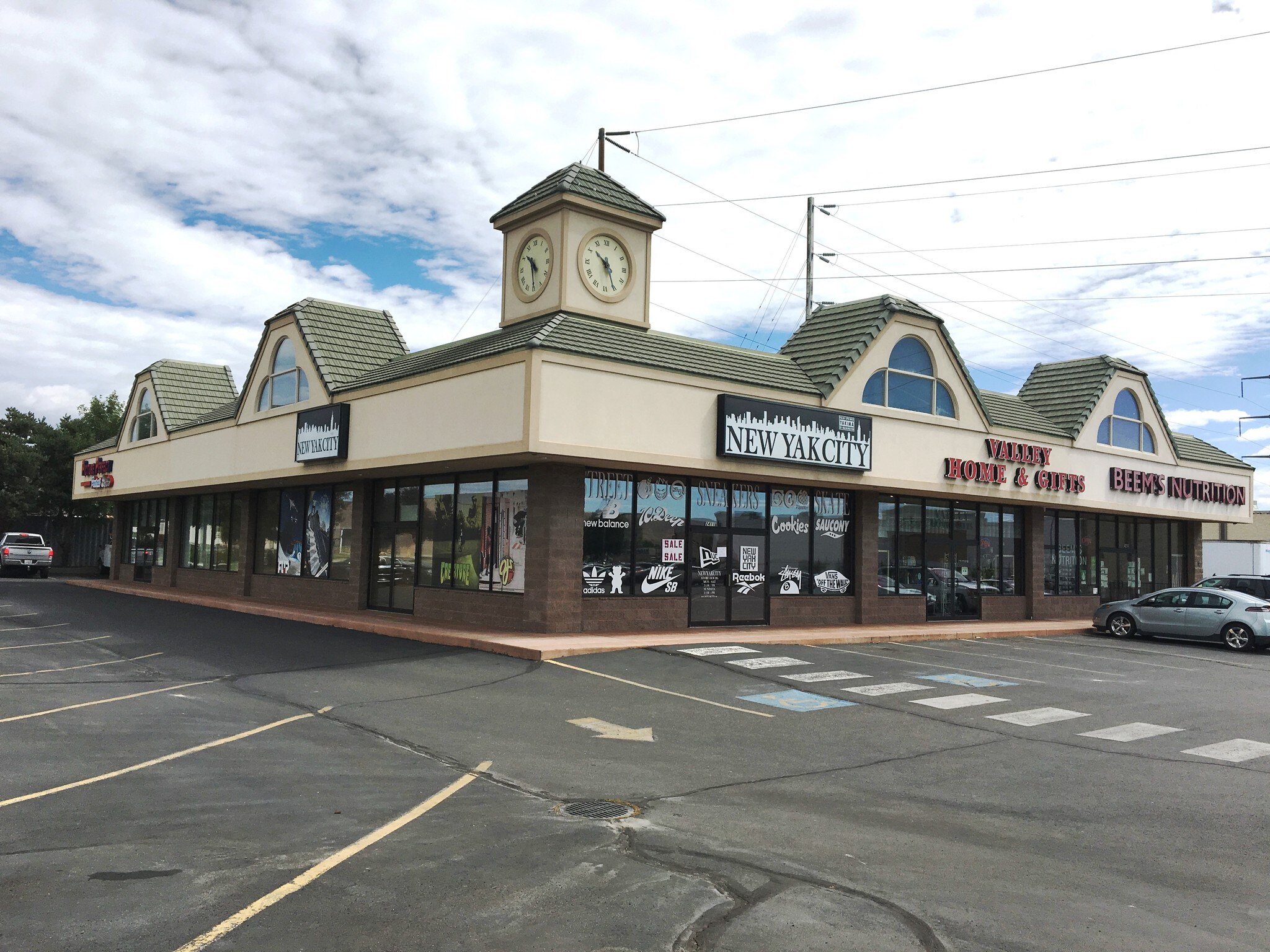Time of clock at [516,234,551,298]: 10:29
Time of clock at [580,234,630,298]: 10:25
